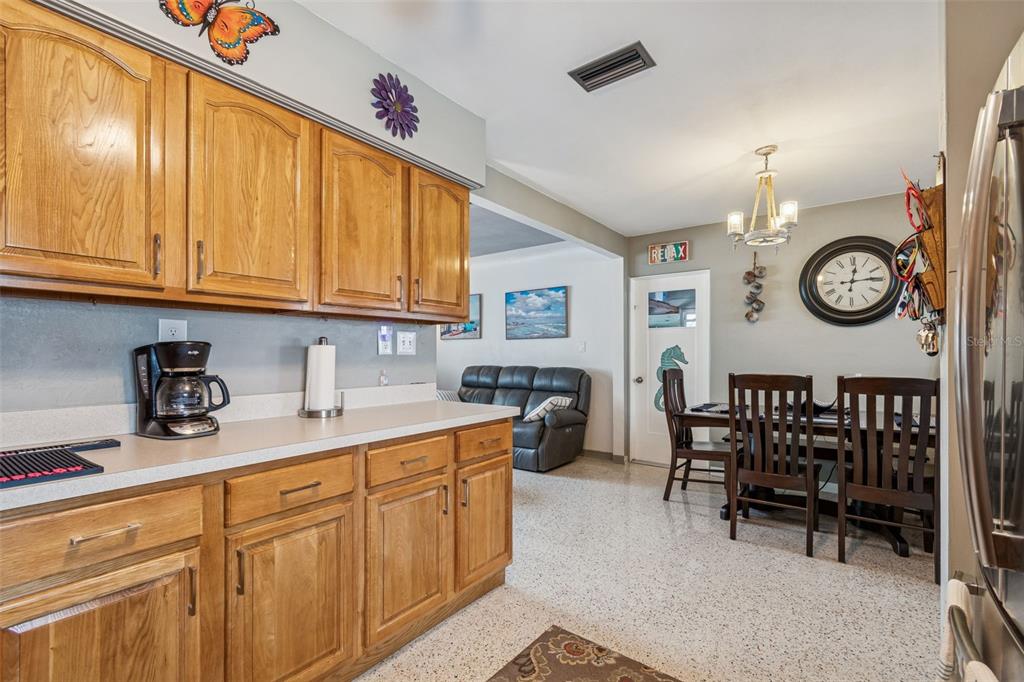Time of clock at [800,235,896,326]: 12:14
